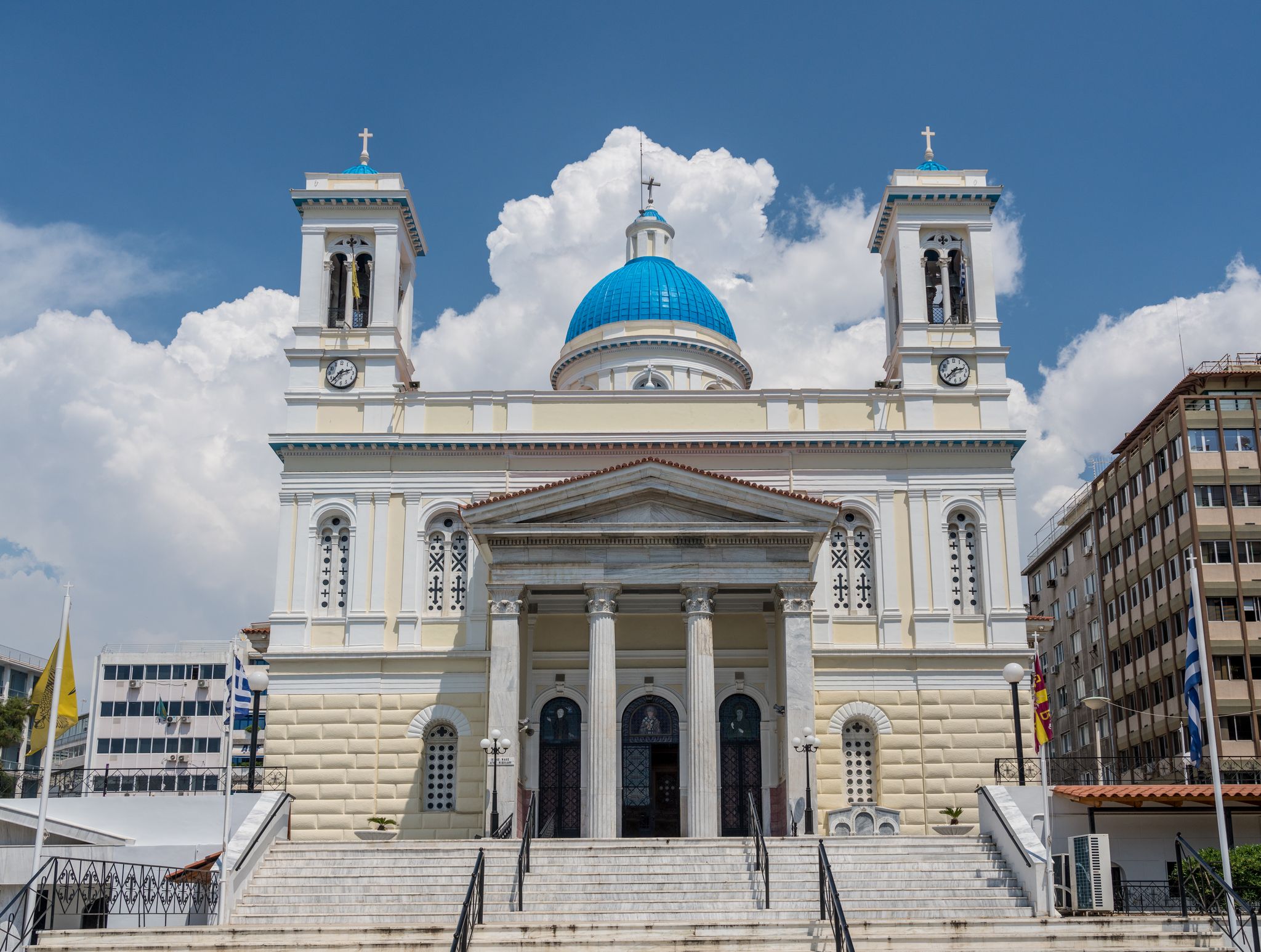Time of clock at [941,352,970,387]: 2:37
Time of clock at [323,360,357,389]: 2:37
